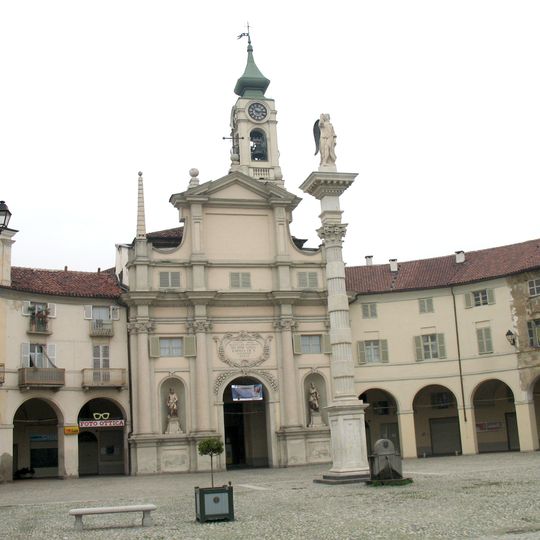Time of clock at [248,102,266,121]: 2:50
